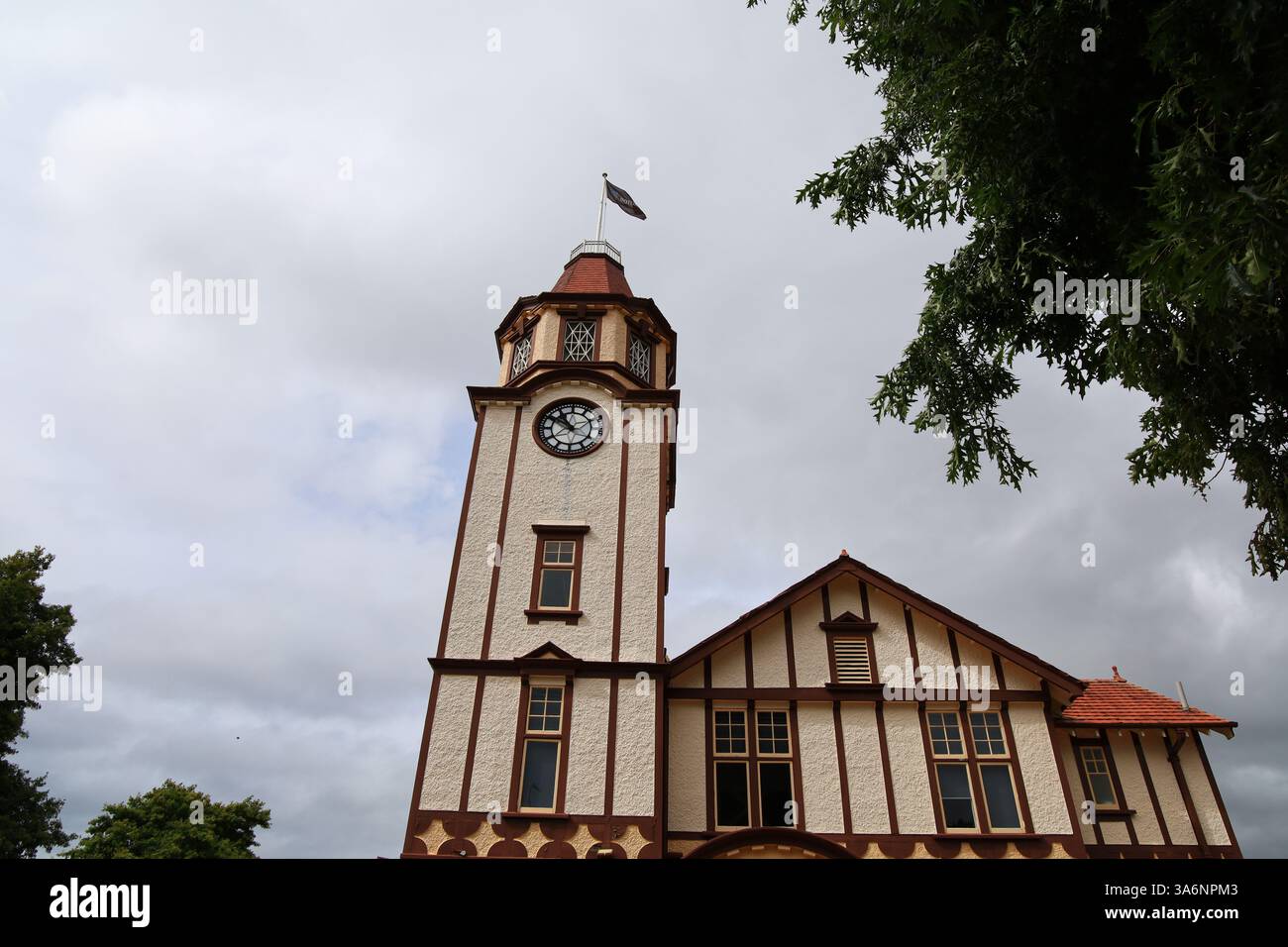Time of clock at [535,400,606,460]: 10:50
